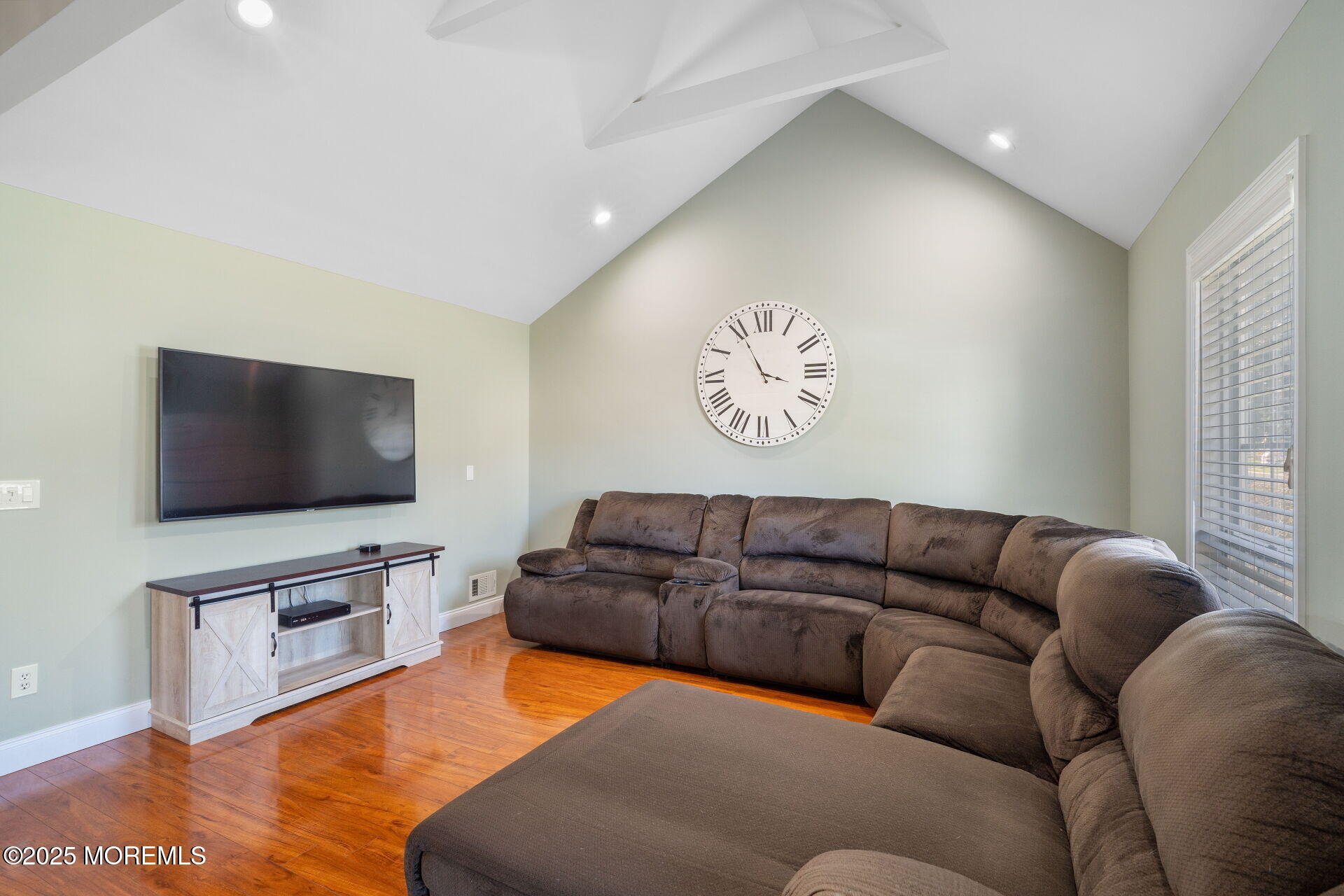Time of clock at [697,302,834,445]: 3:55
